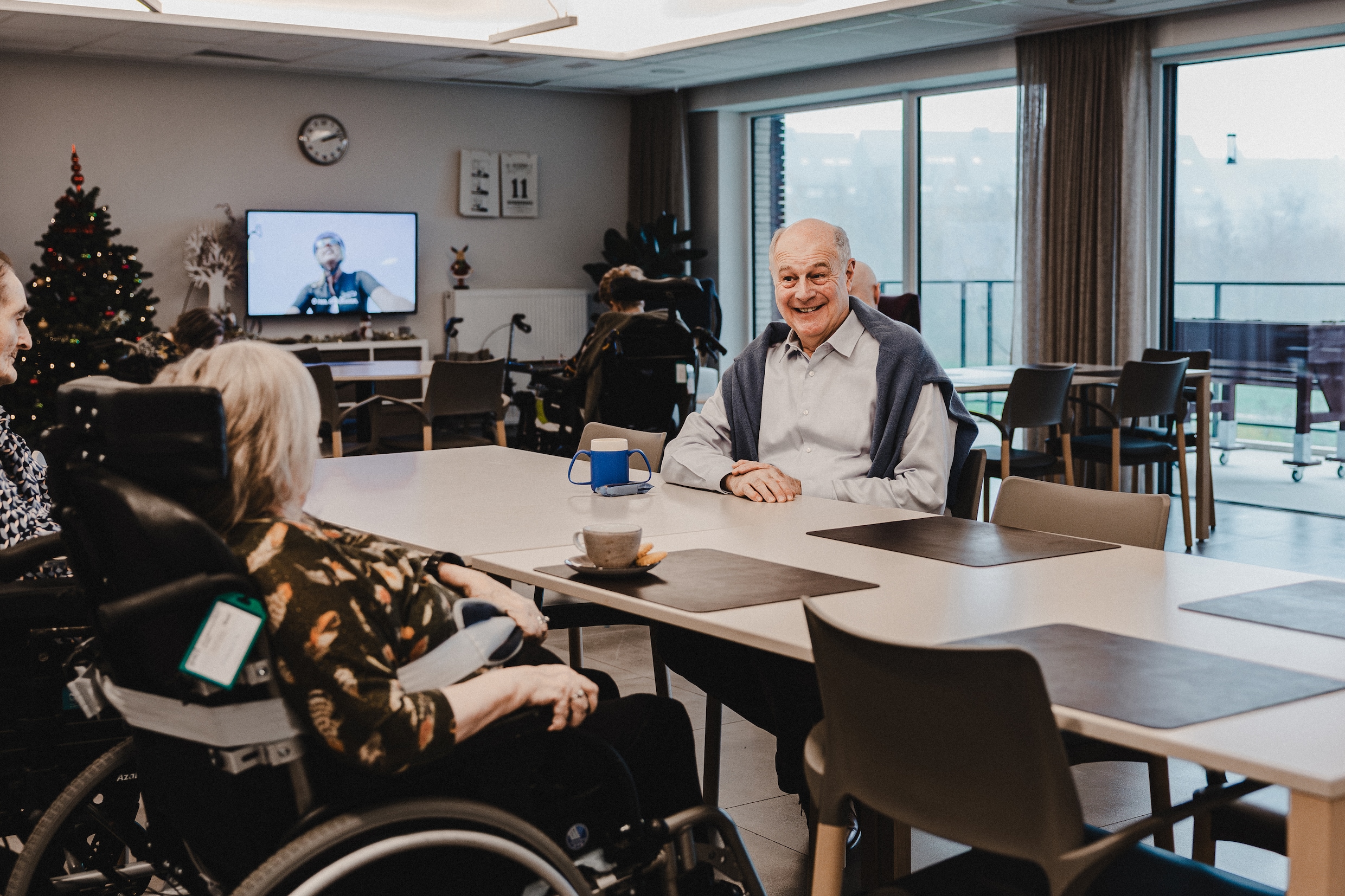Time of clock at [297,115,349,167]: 2:12
